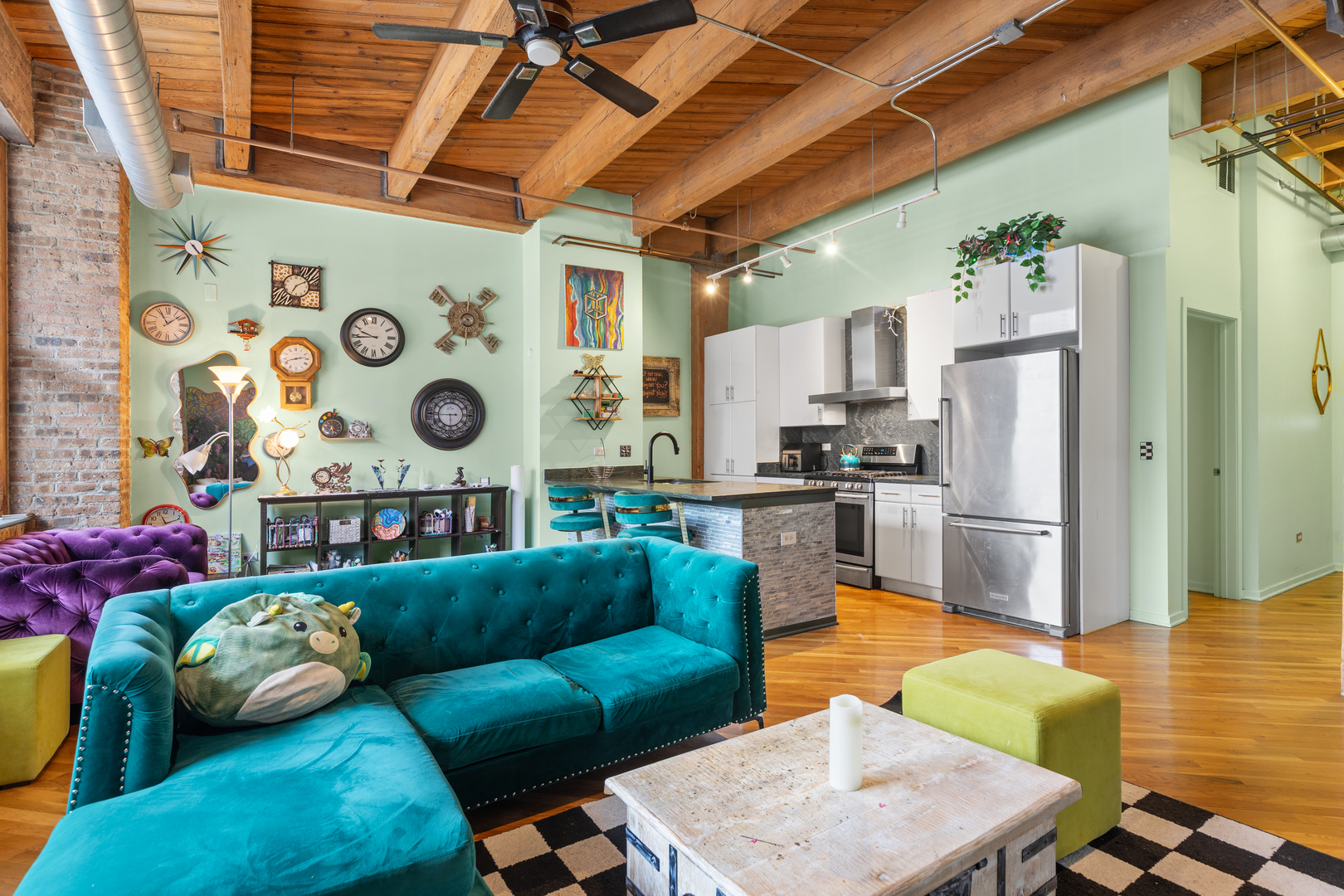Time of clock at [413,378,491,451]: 5:44
